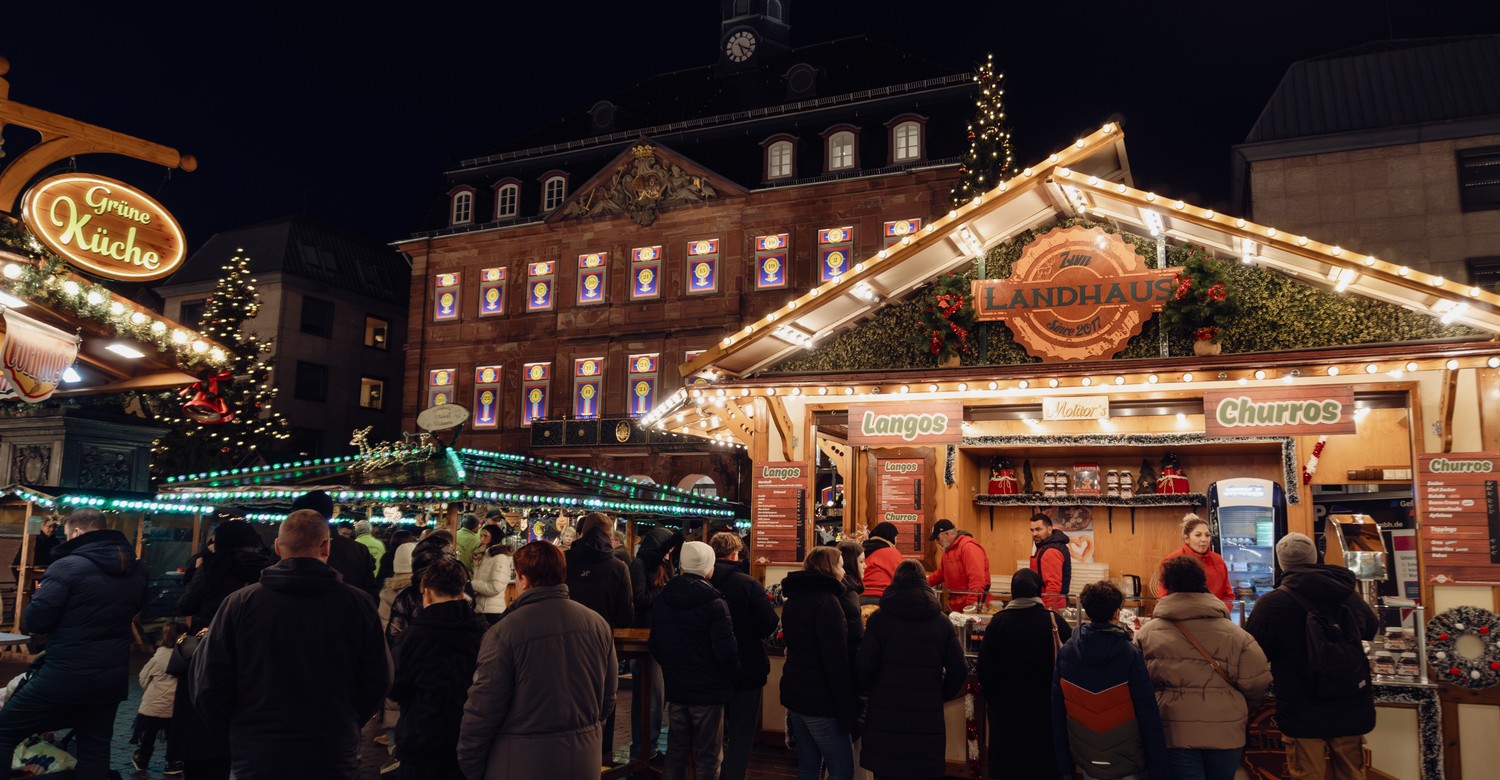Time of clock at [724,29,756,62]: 5:18
